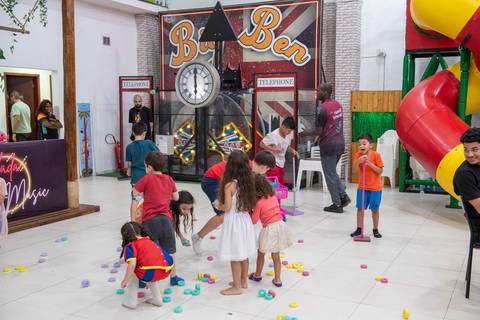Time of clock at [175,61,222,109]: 6:00
